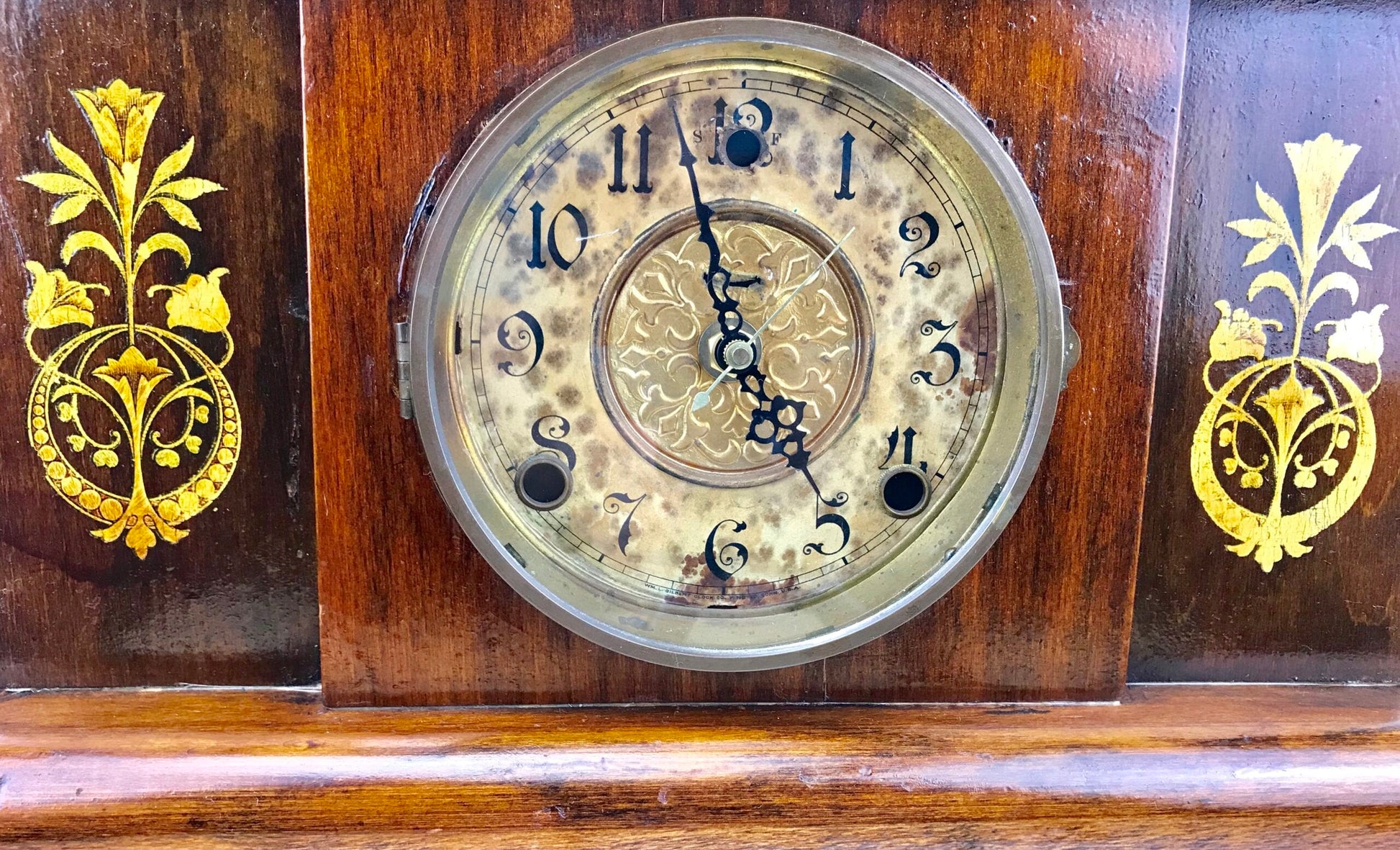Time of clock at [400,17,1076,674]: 4:57
